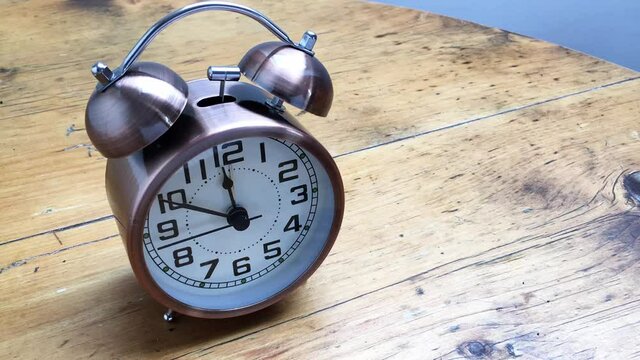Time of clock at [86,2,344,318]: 11:49
